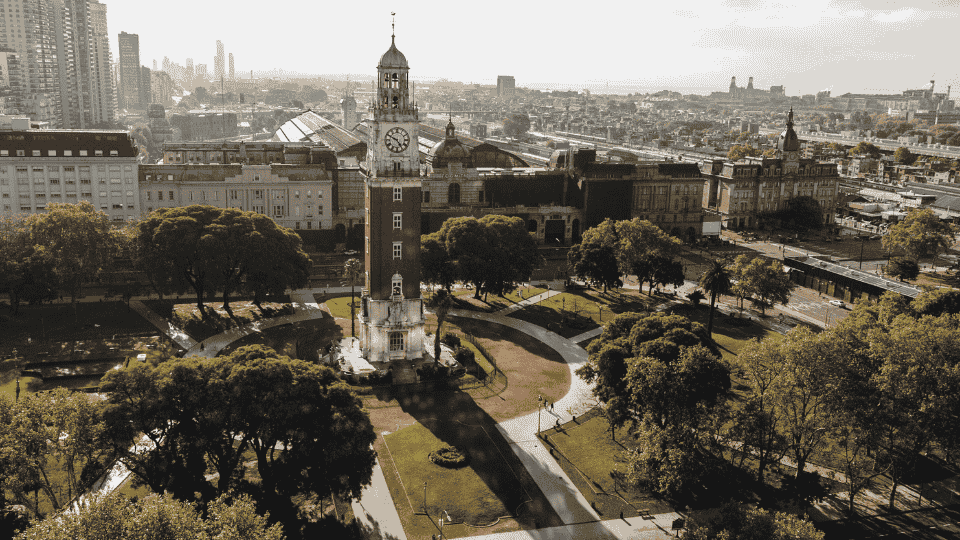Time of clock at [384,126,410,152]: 4:49
